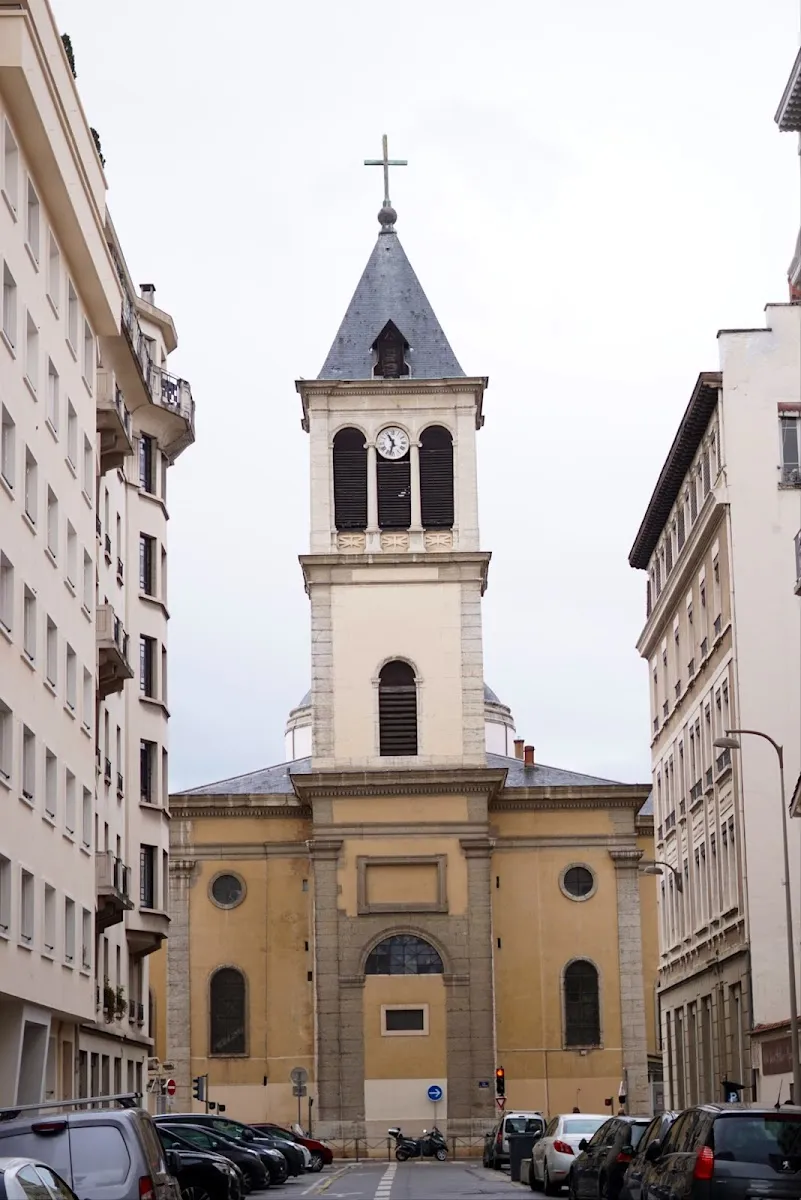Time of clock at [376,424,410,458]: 11:32
